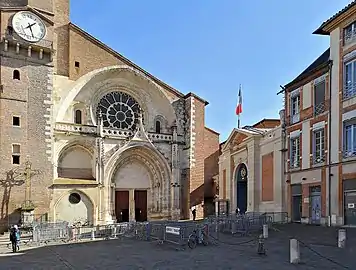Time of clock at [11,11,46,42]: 1:27
